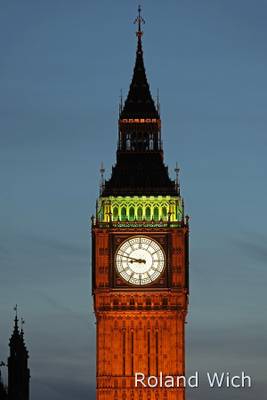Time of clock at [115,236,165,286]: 8:47
